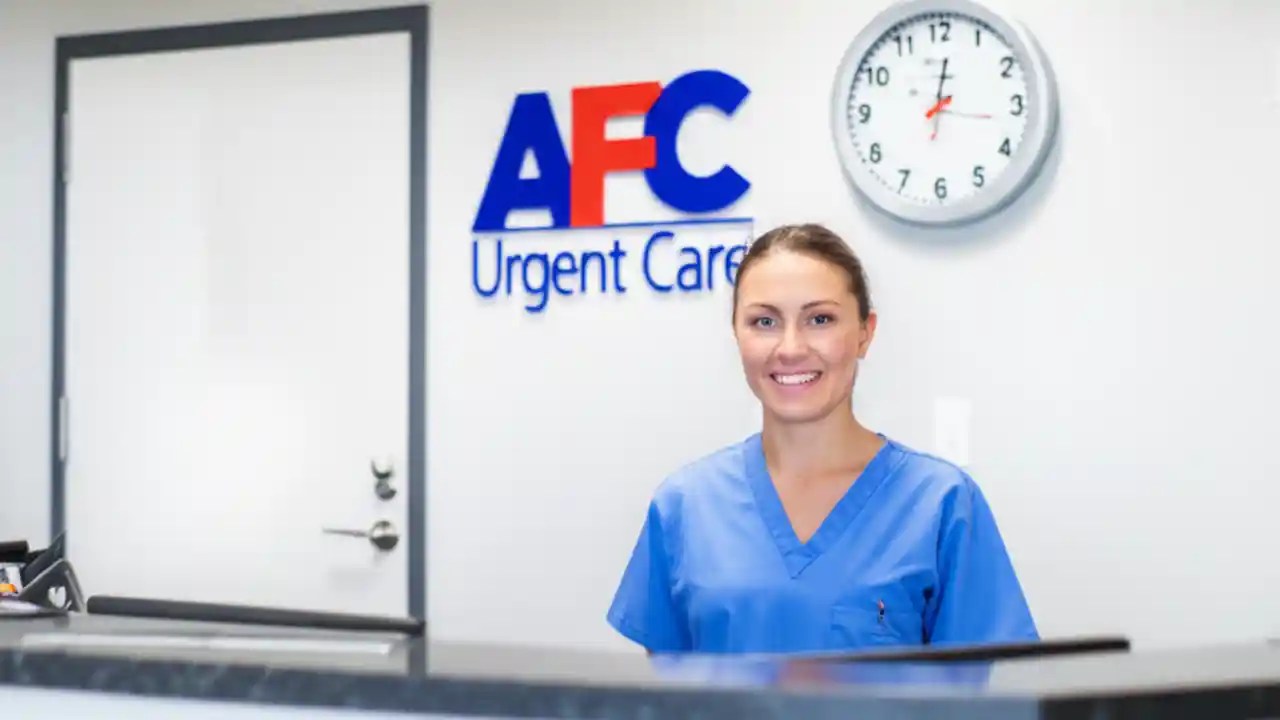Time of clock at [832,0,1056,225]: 12:16
